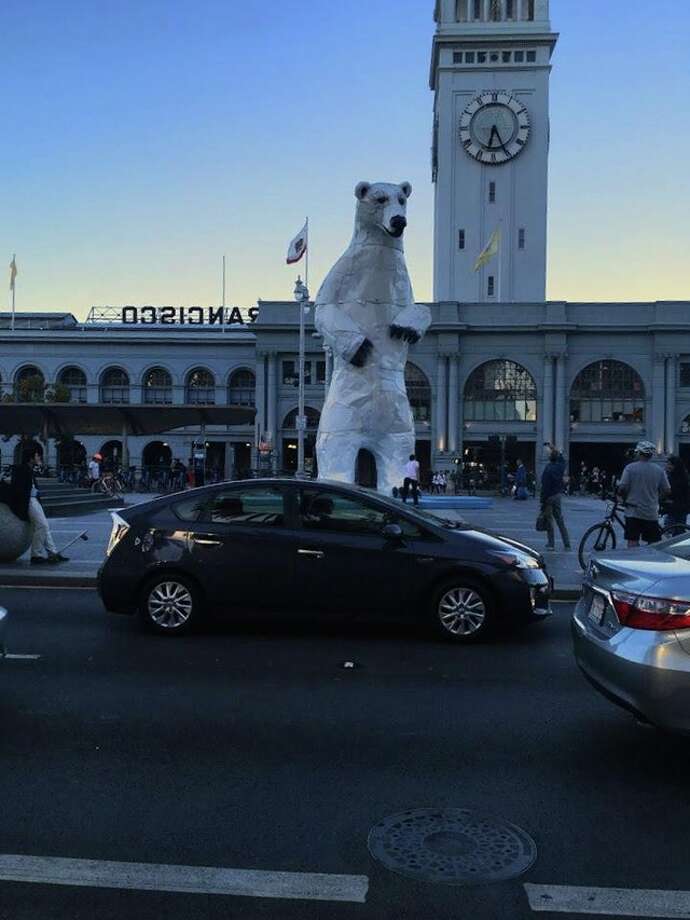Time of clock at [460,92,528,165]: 6:25
